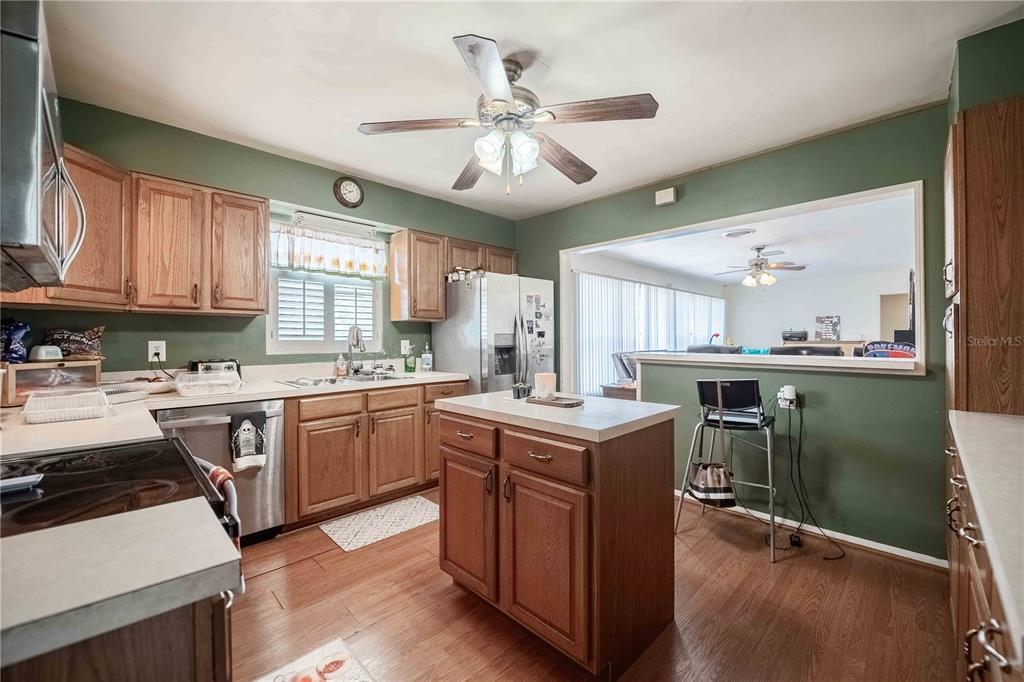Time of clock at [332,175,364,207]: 9:41
